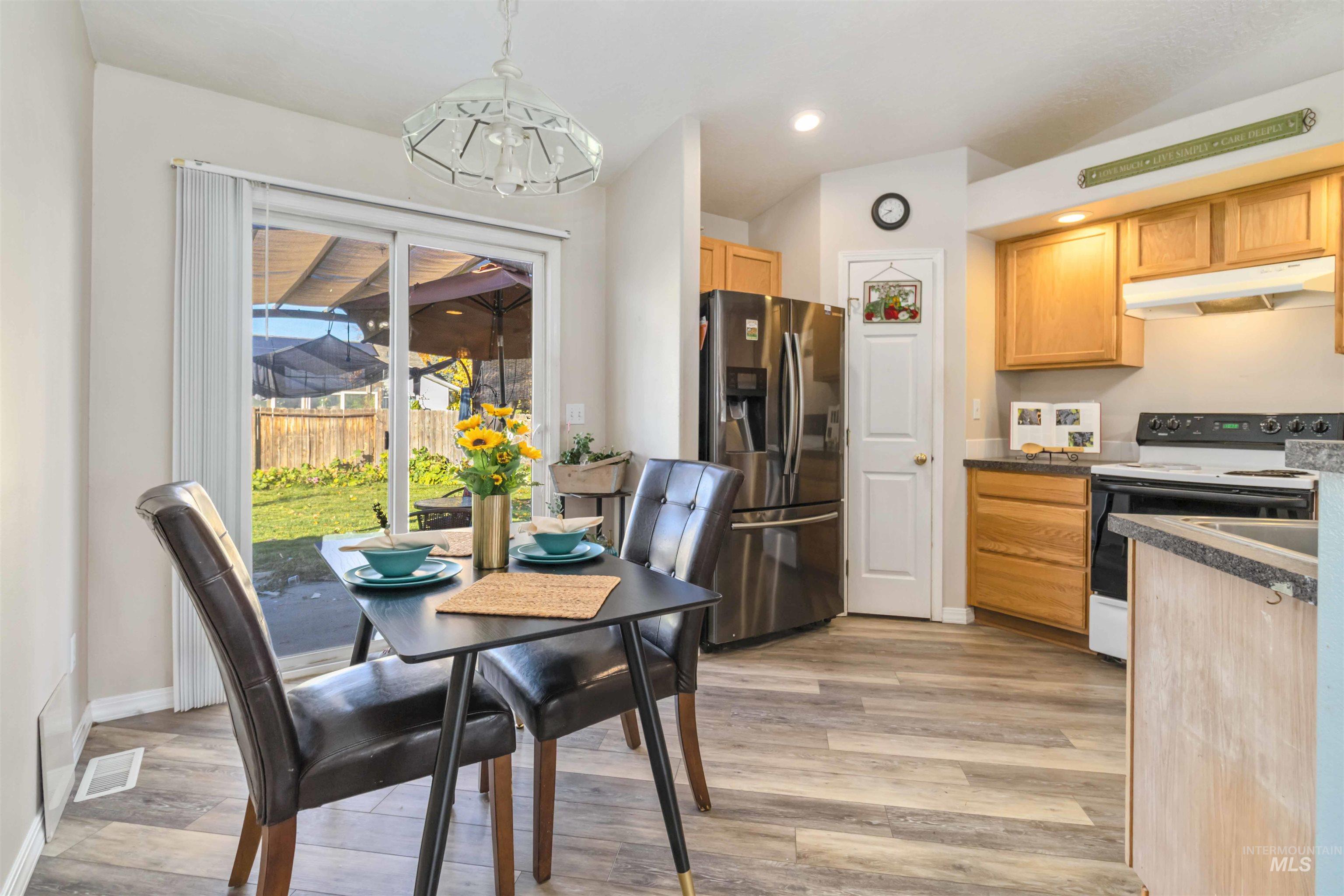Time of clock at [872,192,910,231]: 9:40
